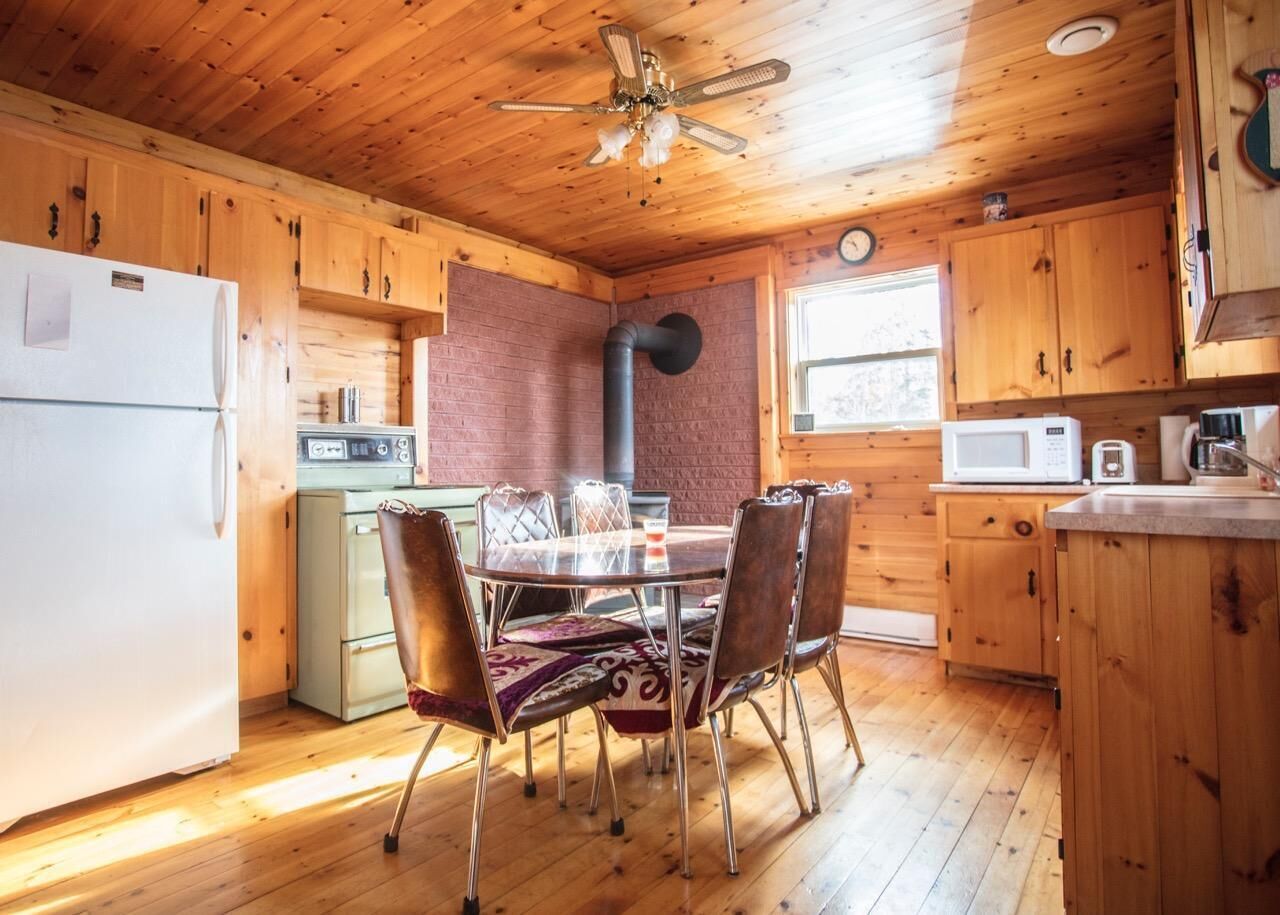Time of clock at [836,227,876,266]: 10:50
